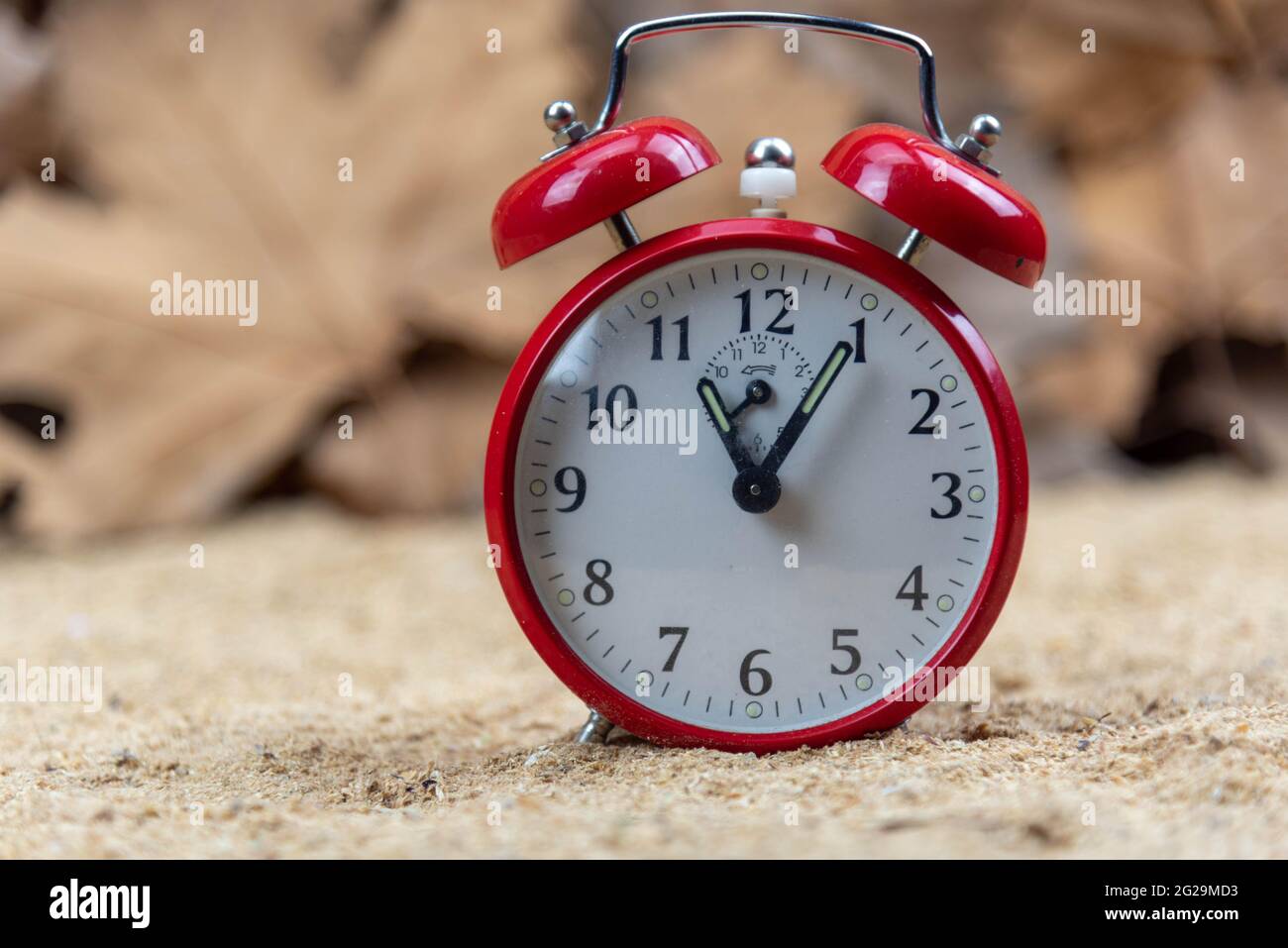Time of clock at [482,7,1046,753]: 11:05
